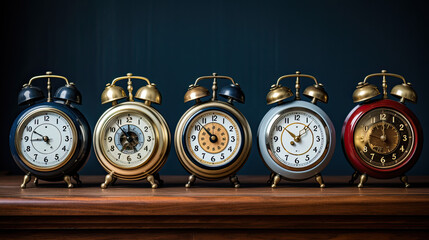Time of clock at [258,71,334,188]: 10:07
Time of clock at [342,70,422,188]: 12:00
